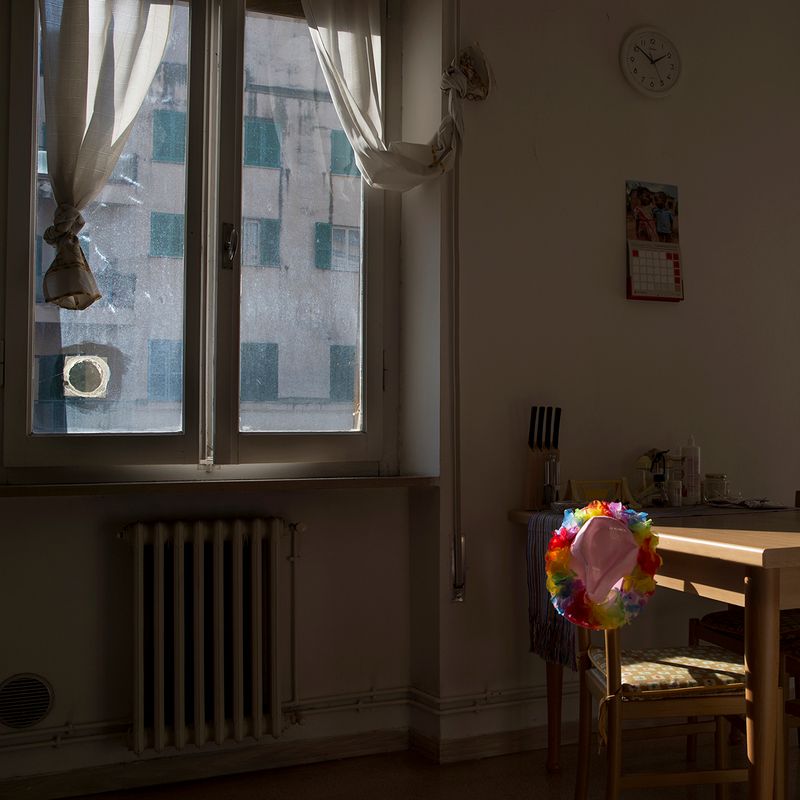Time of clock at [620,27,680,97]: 1:51
